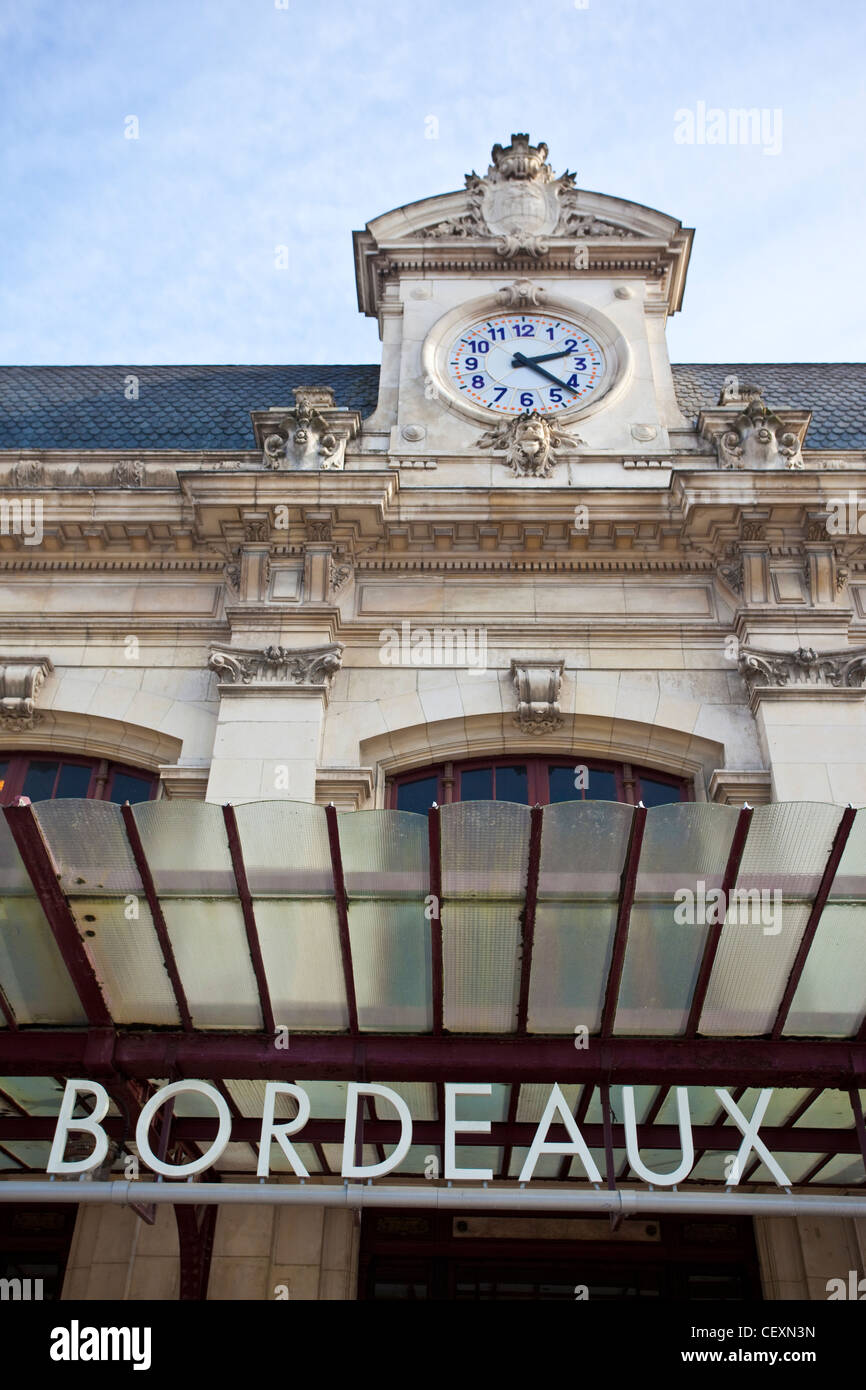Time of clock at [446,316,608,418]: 2:21
